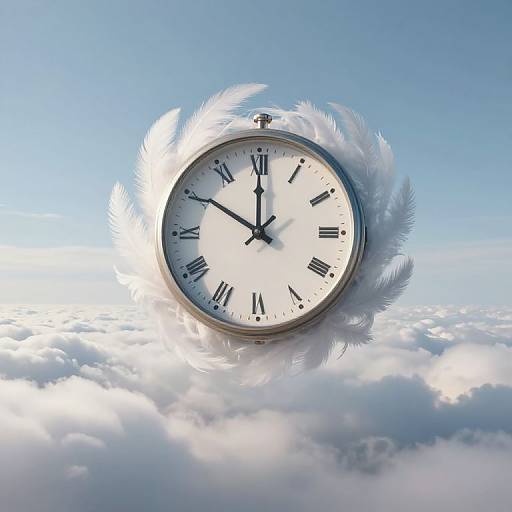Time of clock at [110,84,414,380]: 11:50
